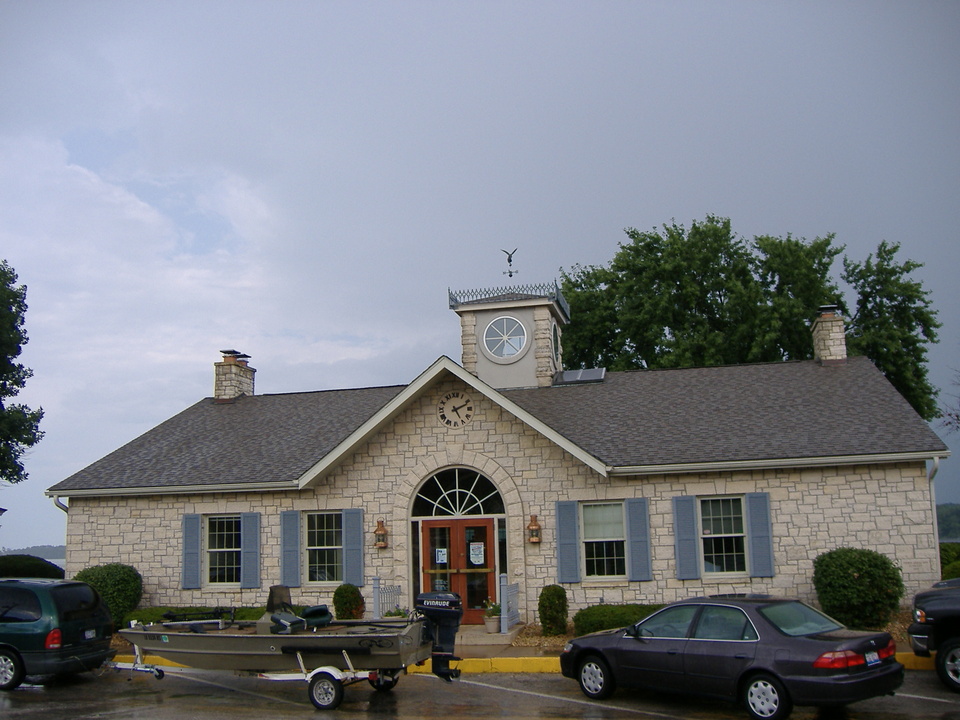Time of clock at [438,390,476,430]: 5:11
